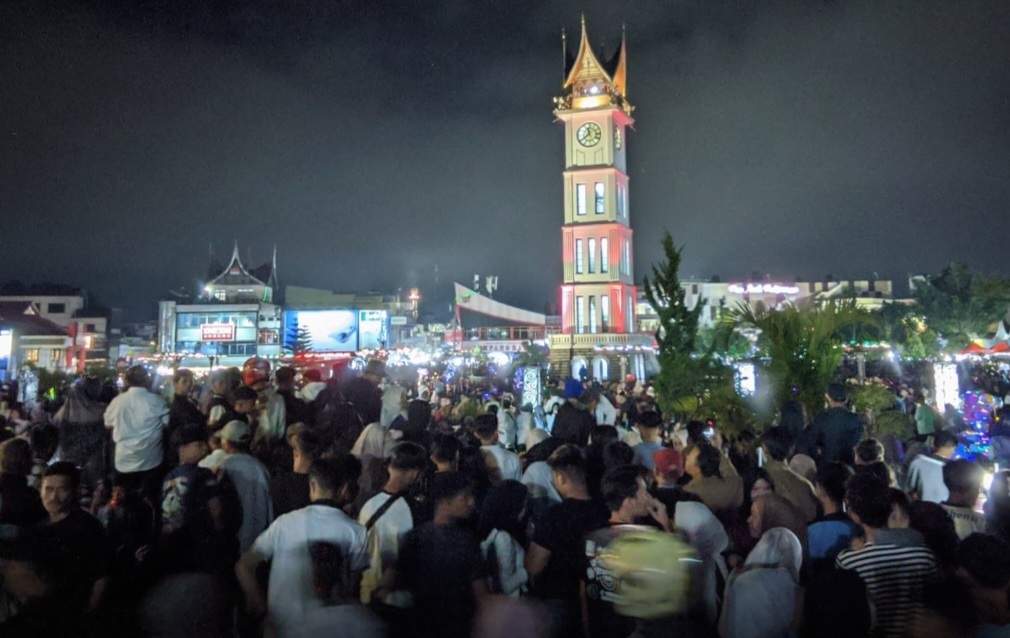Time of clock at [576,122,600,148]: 11:39
